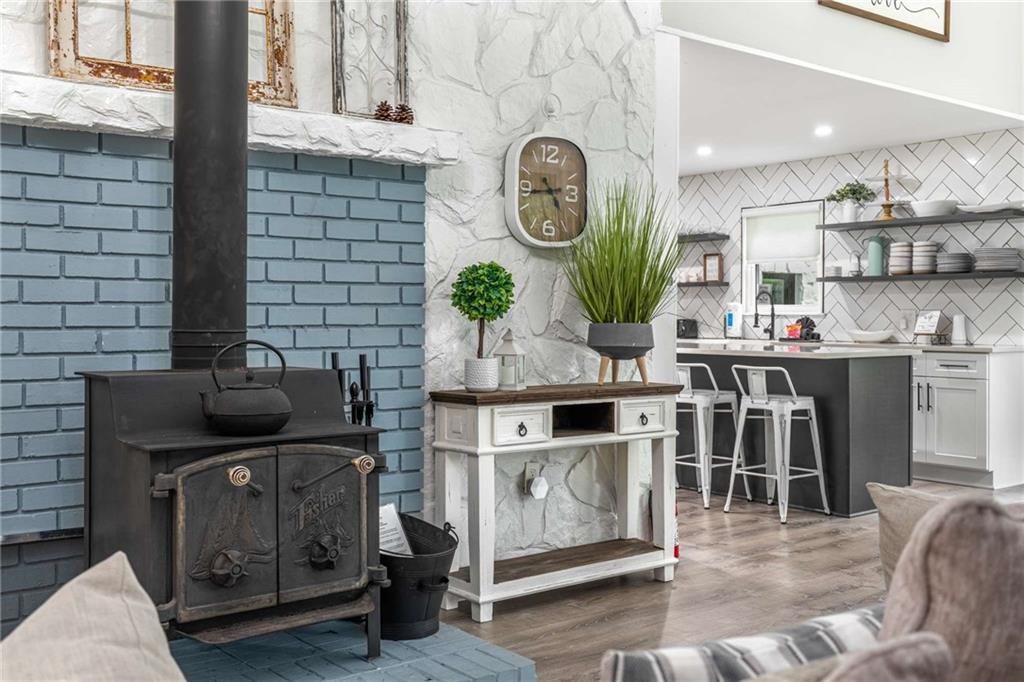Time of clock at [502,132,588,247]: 4:43
